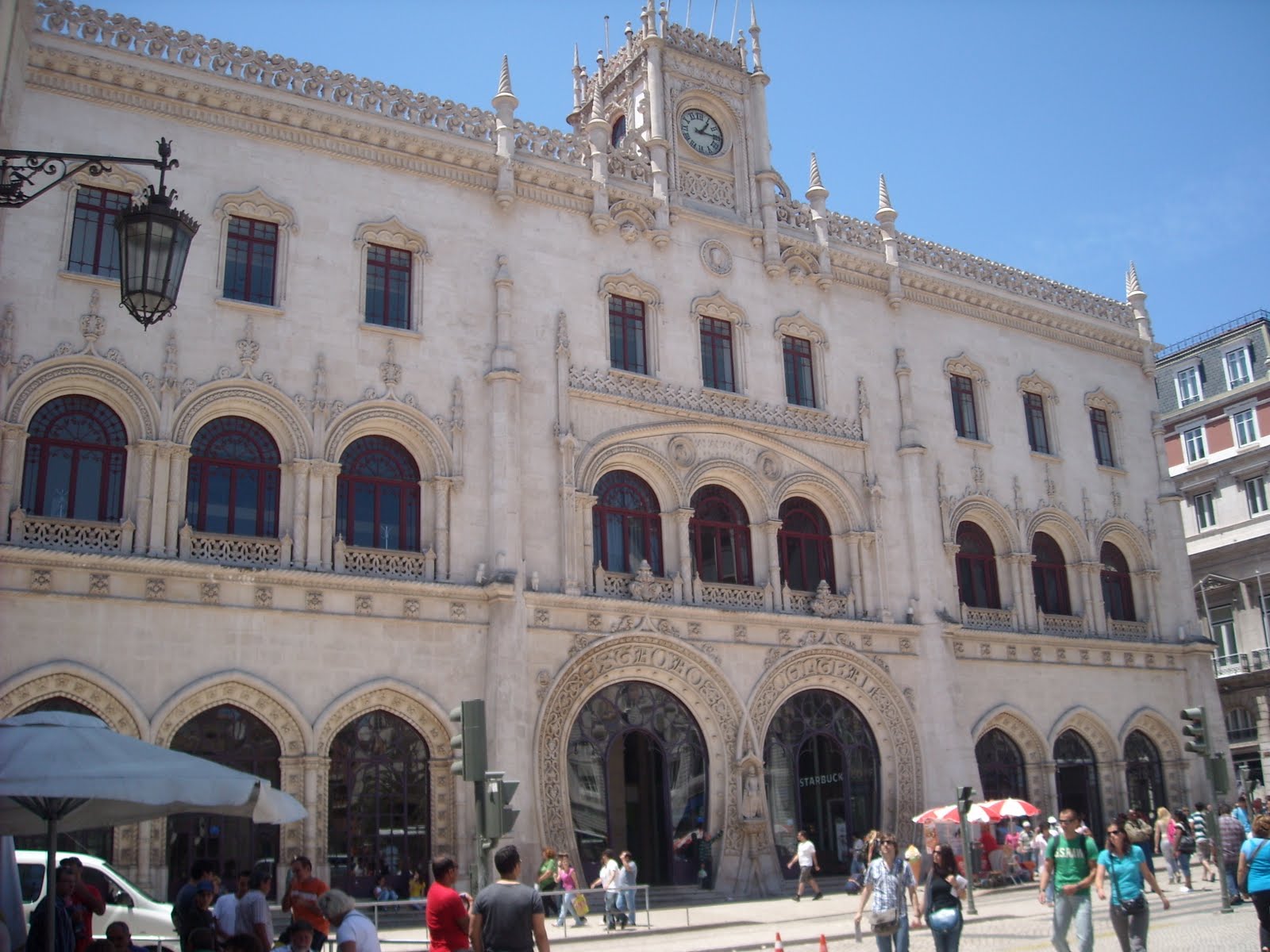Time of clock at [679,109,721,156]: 1:14
